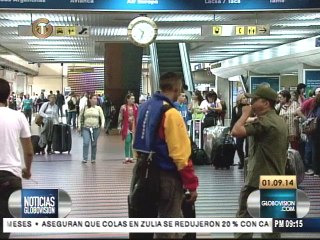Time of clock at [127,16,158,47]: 6:32
